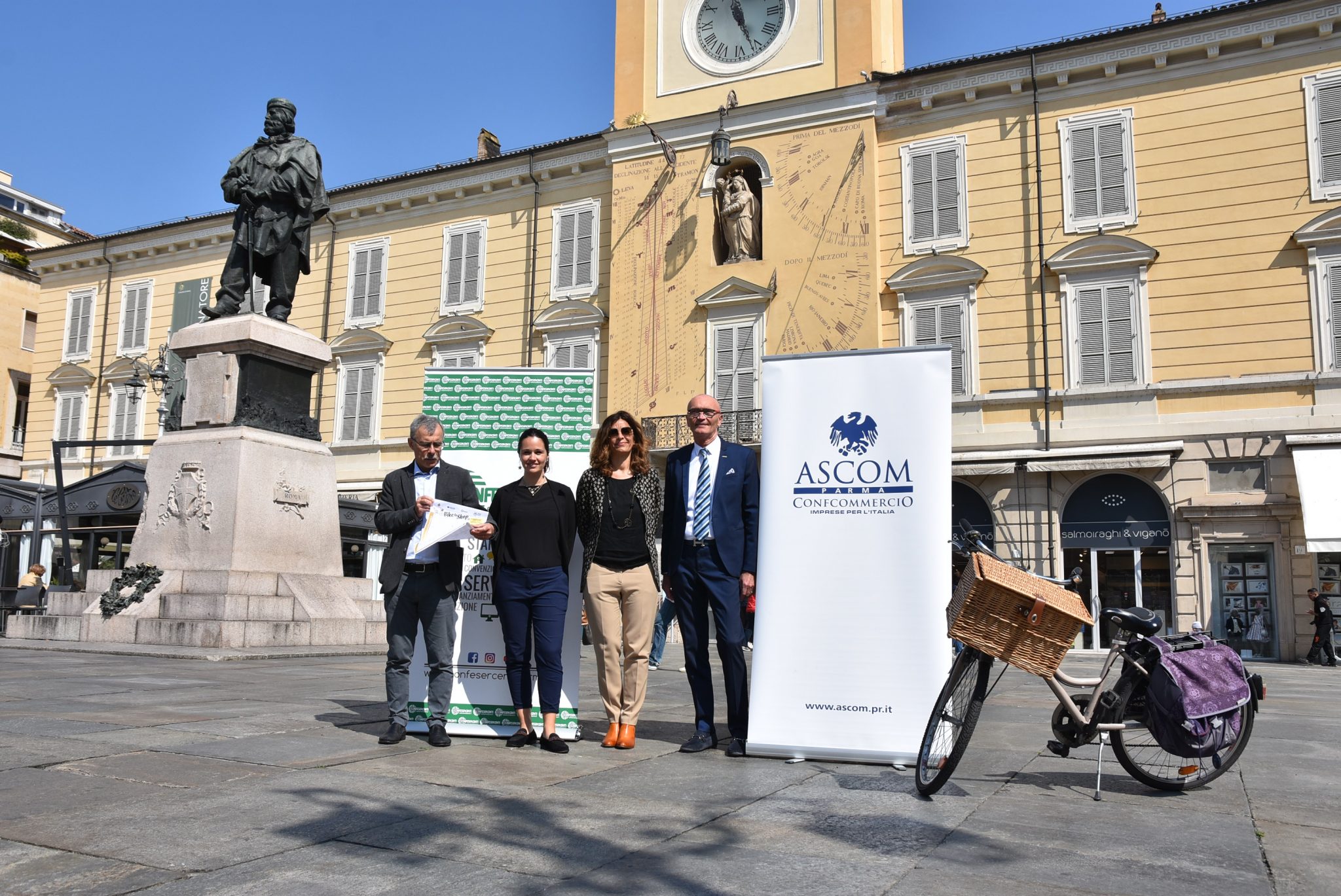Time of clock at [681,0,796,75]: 11:26
